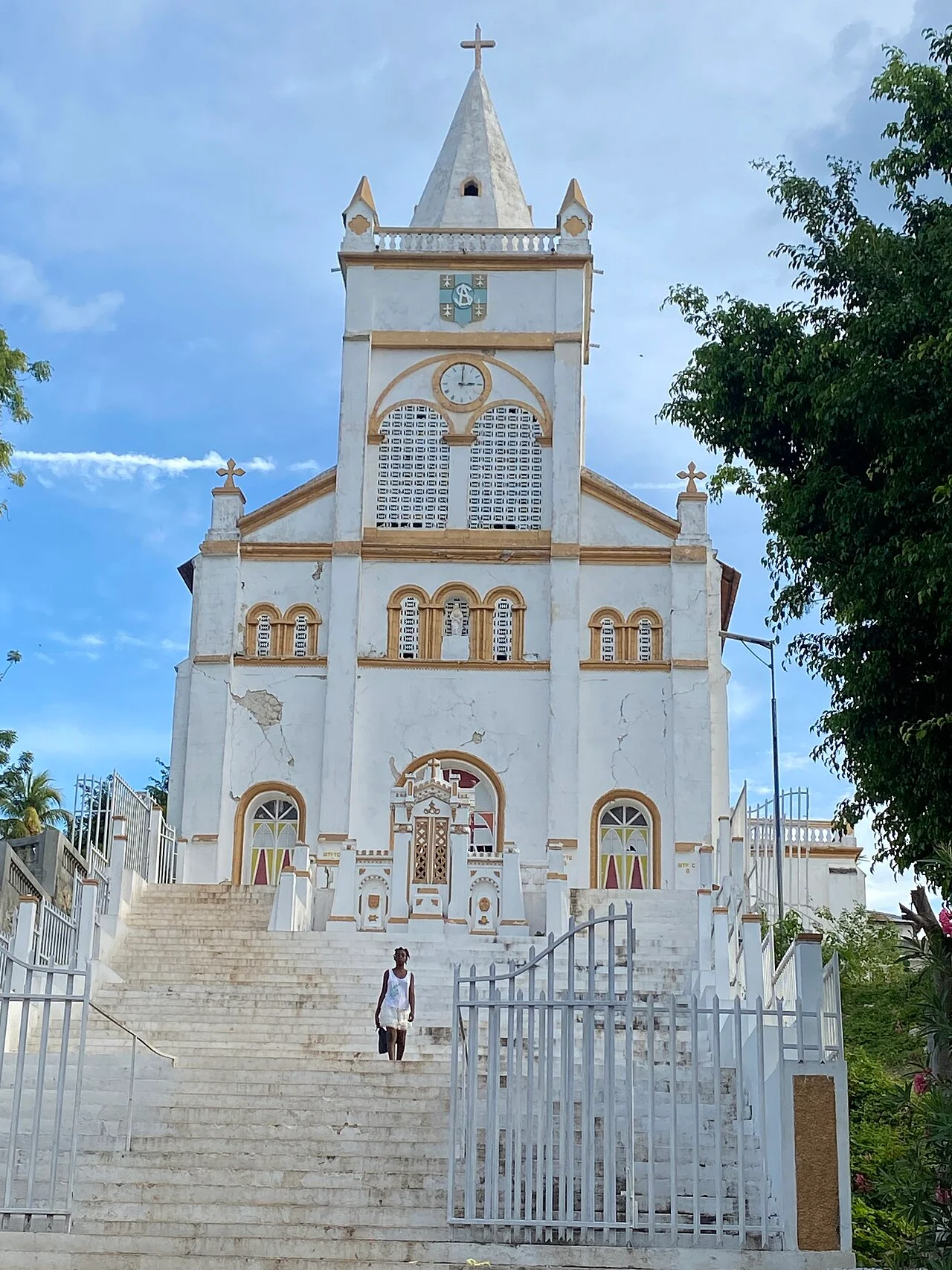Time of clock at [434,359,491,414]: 3:00
